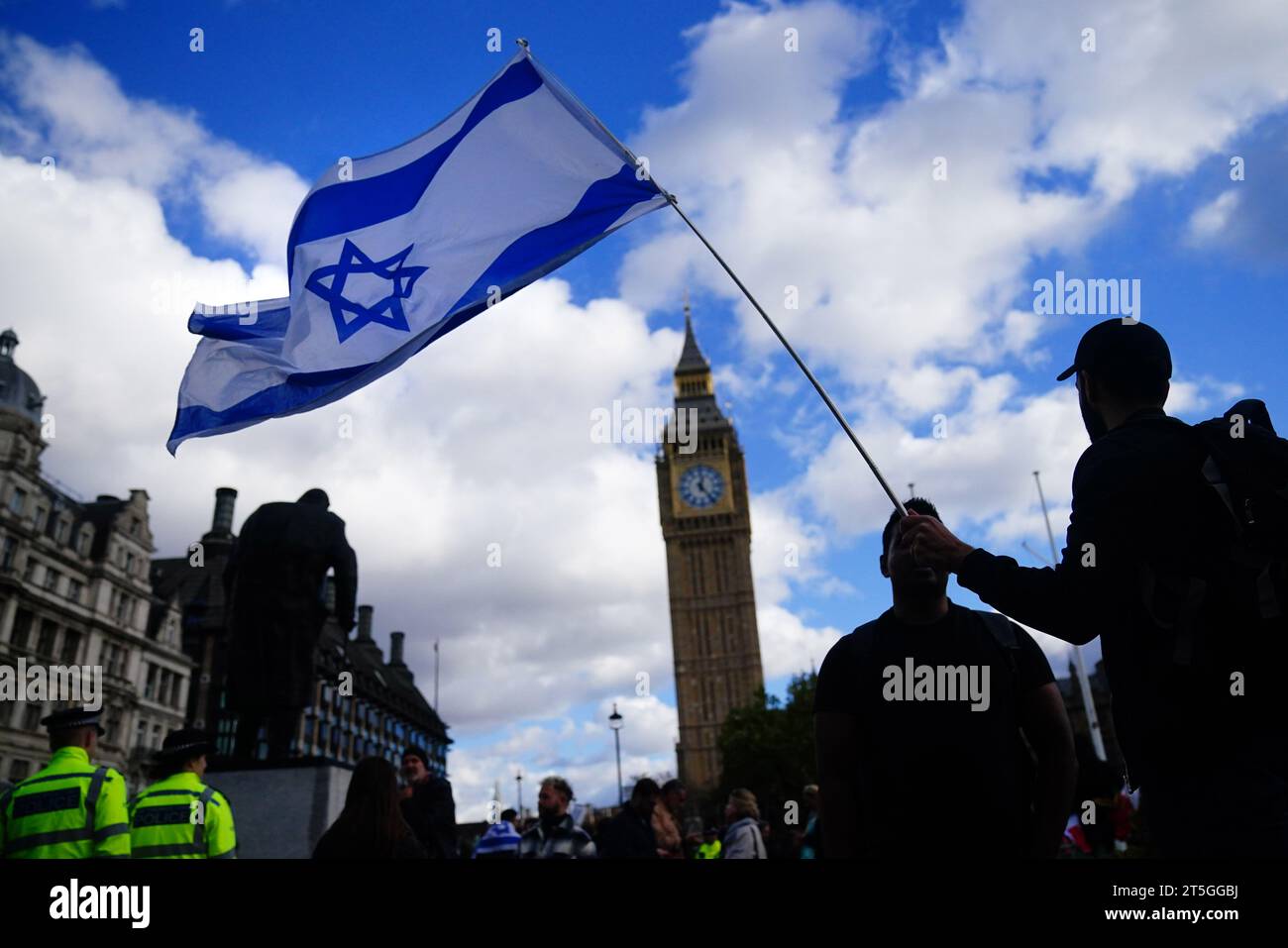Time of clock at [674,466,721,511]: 12:23
